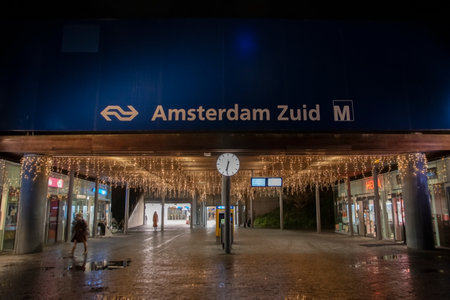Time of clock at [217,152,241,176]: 6:31
